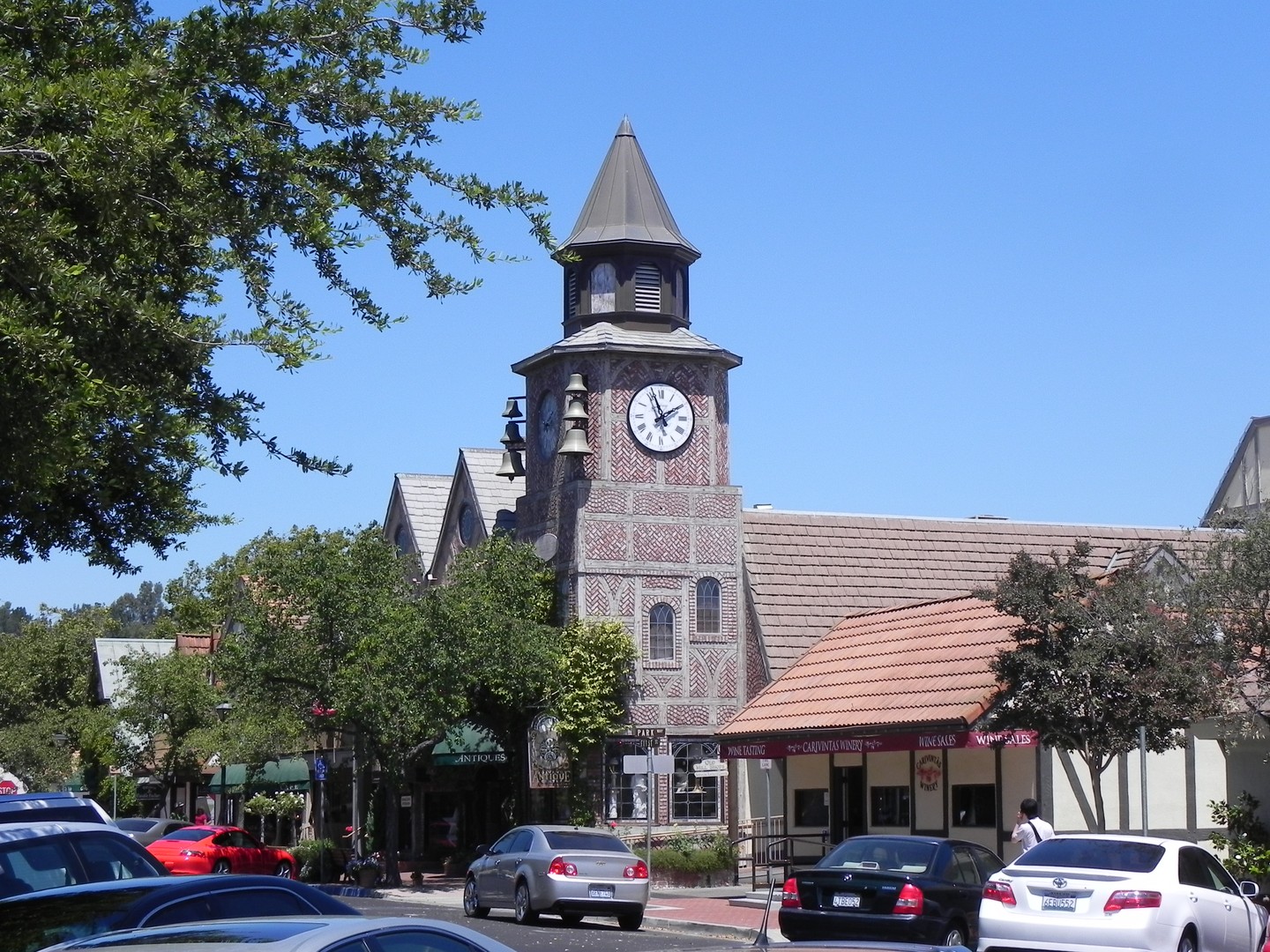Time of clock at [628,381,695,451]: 1:56
